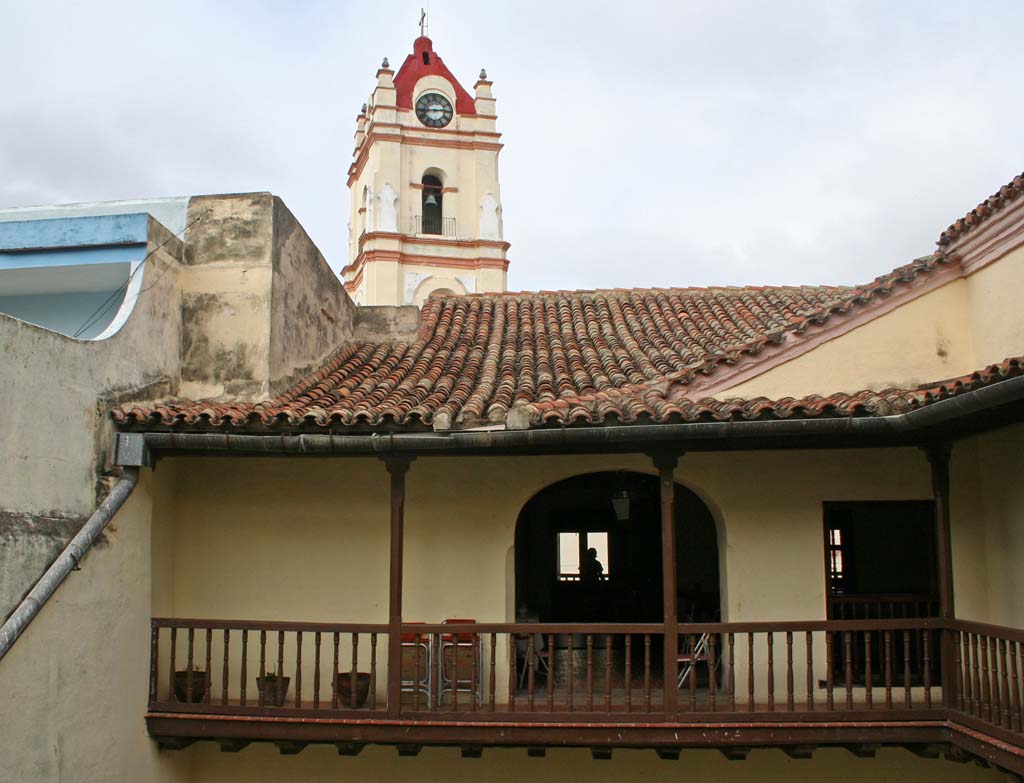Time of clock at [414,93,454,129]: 2:43
